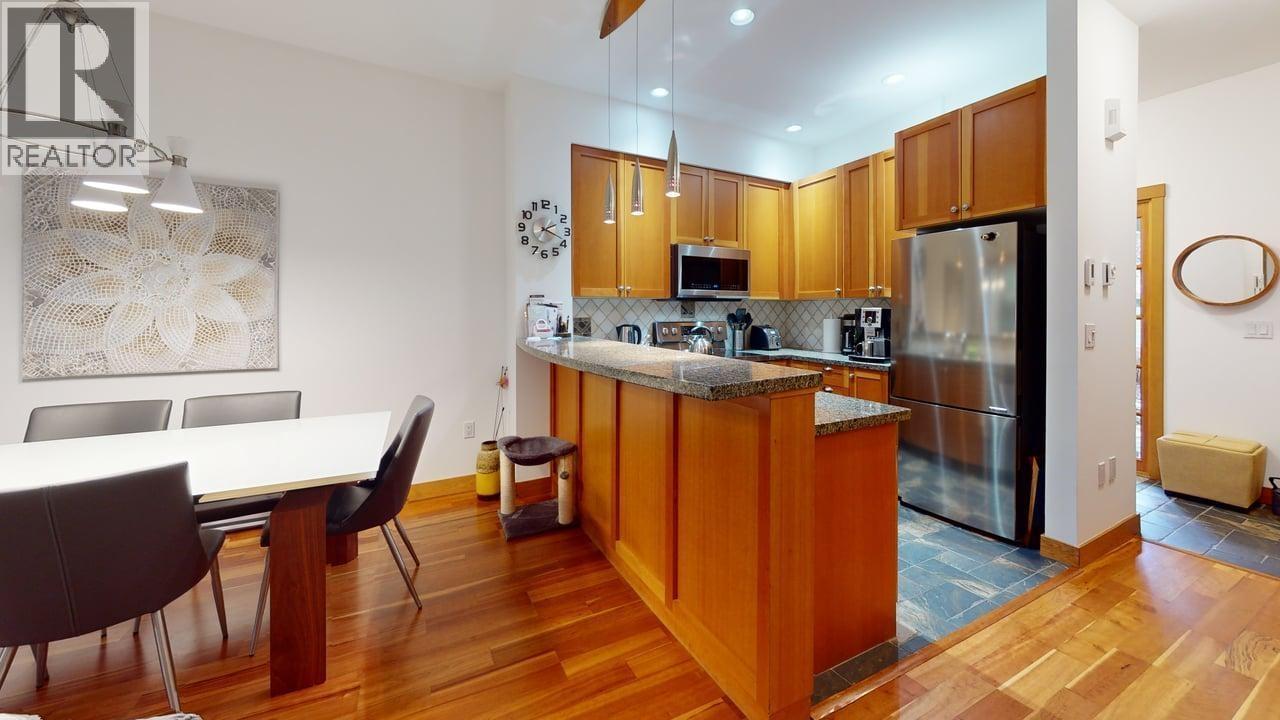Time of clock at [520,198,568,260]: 2:18
